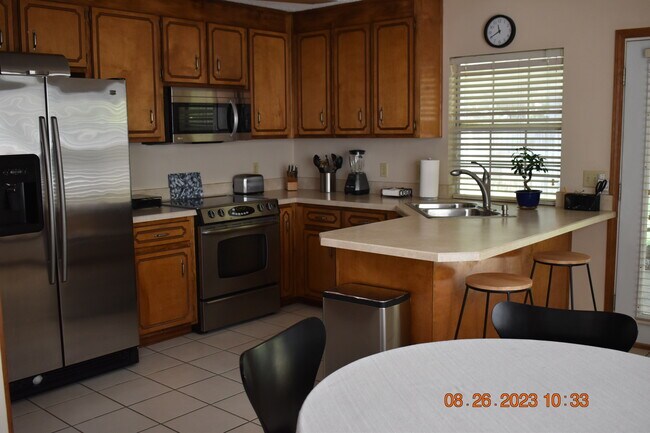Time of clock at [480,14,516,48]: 11:40
